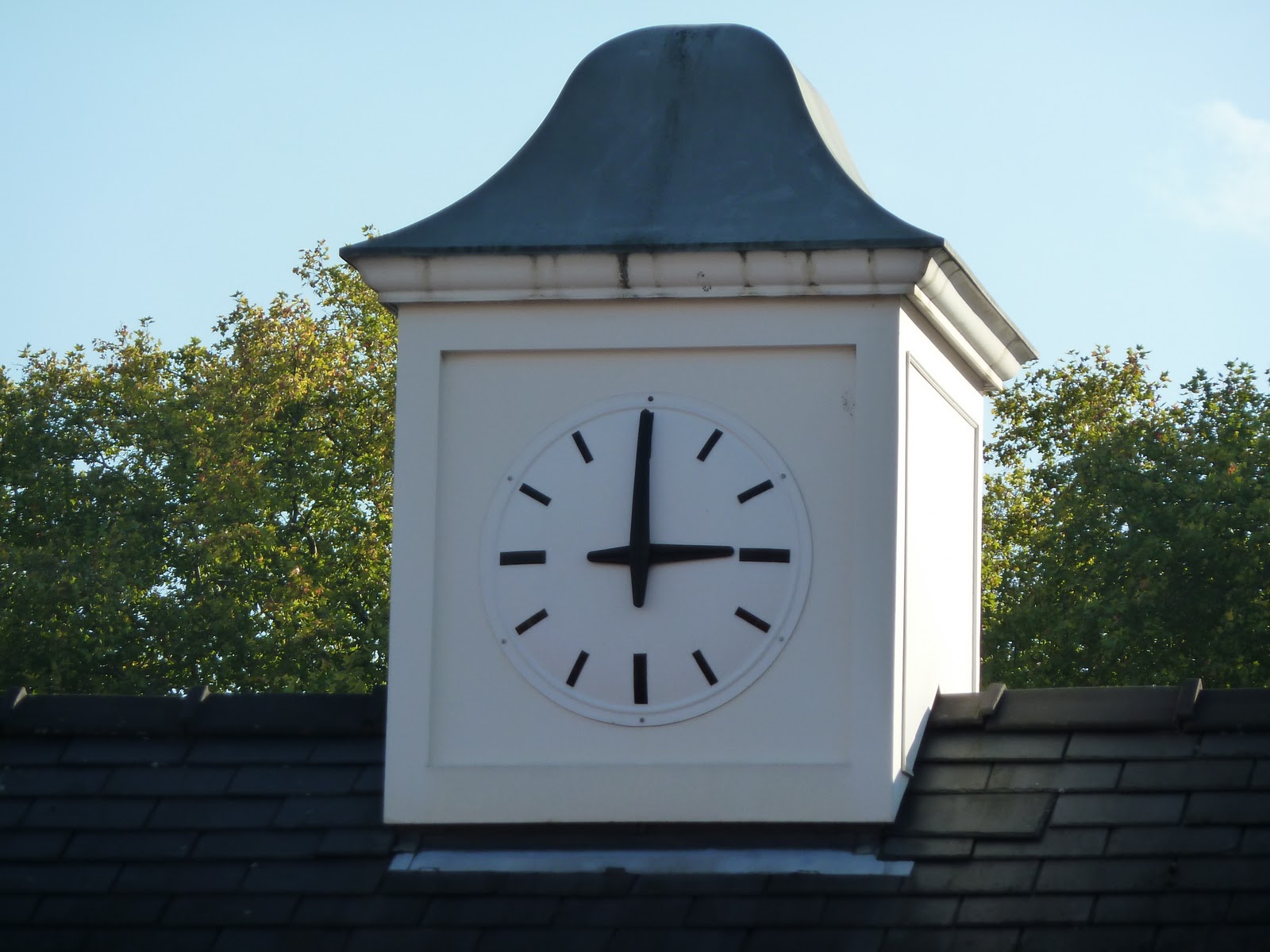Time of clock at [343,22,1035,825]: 3:00
